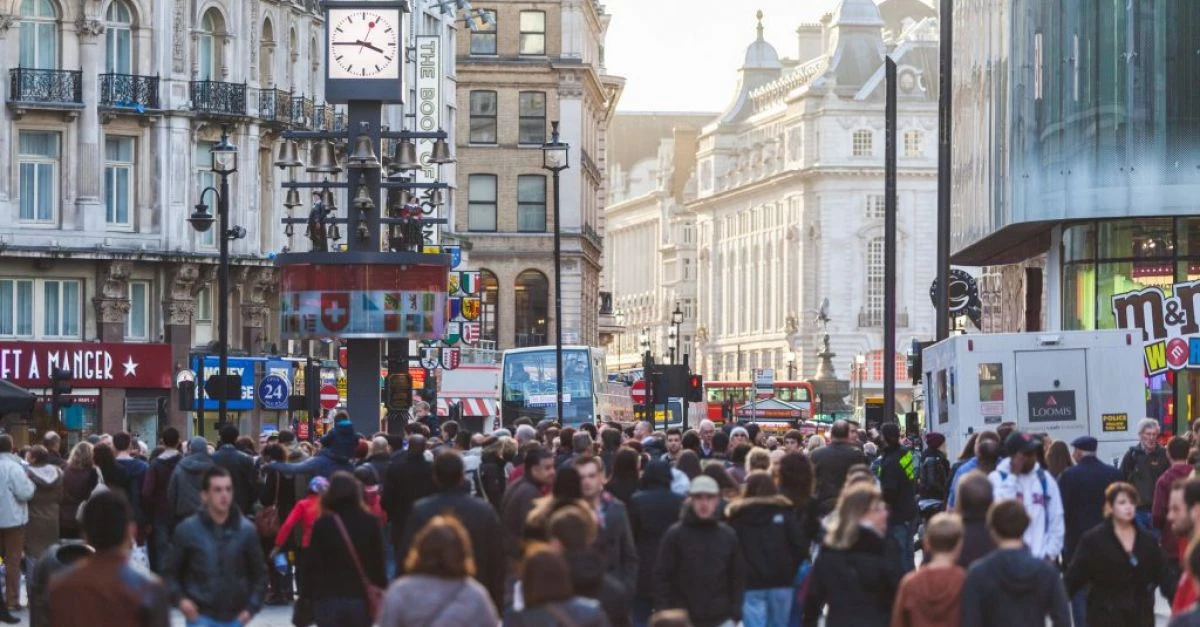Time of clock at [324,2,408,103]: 3:45
